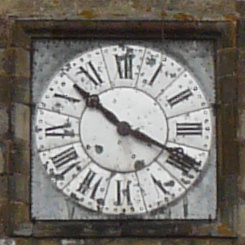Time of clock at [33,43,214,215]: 10:19
